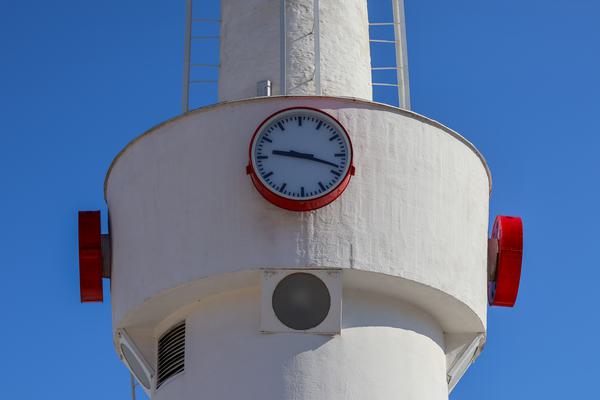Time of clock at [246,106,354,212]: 9:18
